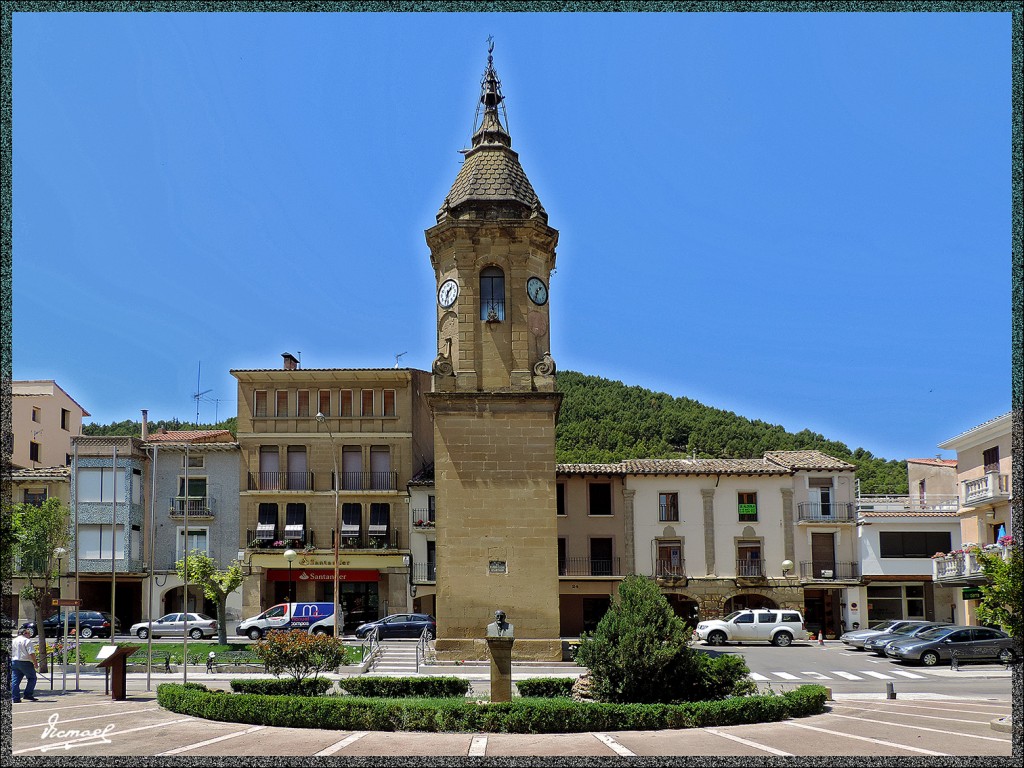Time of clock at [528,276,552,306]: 1:33
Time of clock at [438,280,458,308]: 1:33
